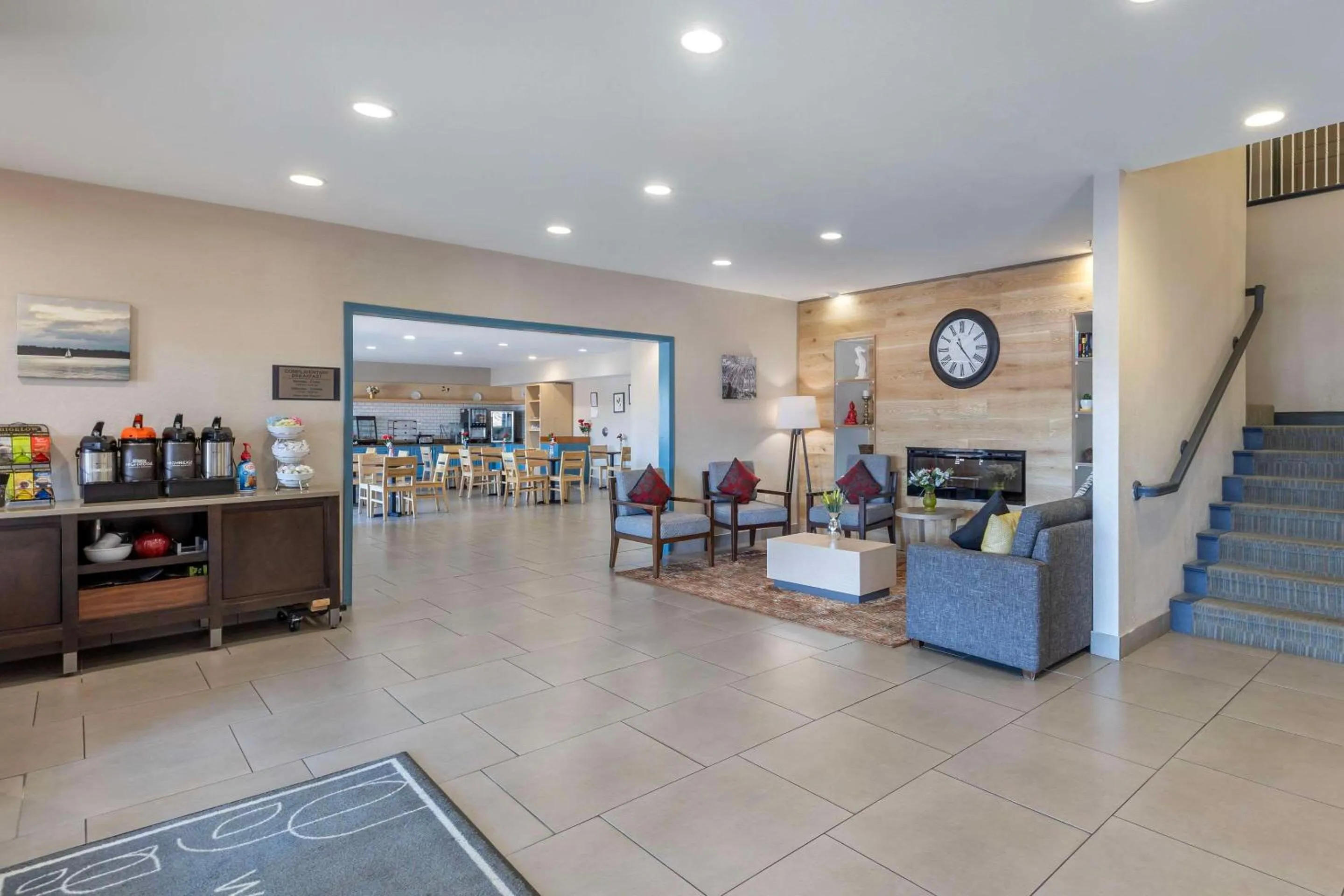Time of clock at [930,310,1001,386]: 11:23
